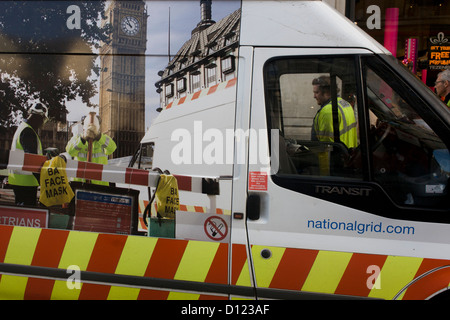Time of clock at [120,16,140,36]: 9:54
